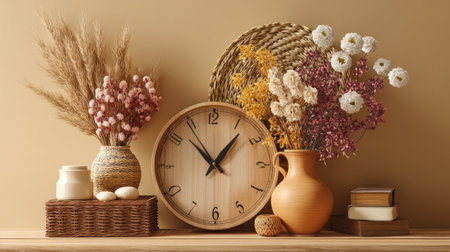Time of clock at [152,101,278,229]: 12:52
